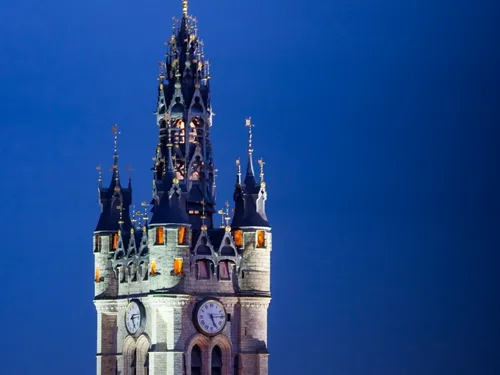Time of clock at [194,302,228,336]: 5:14
